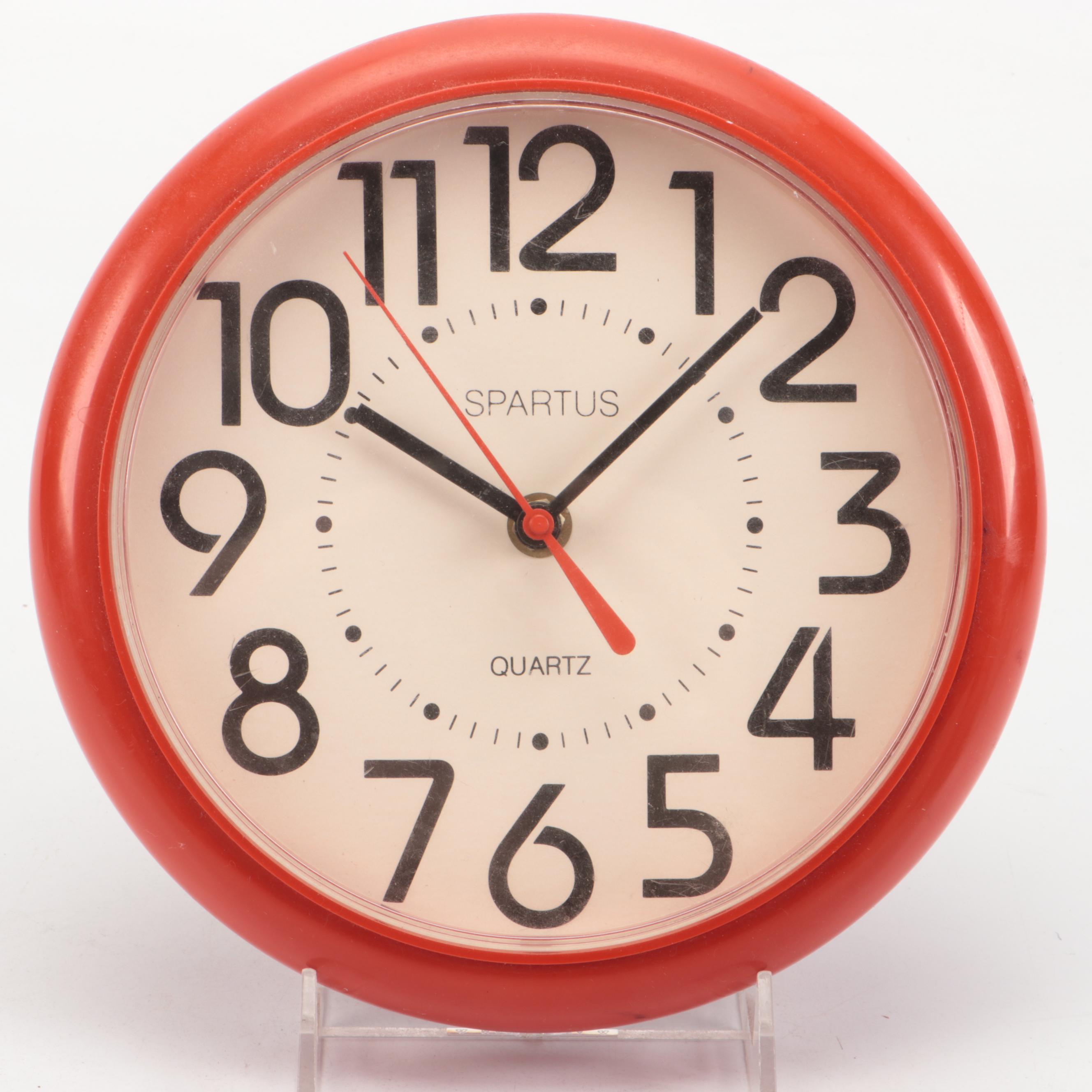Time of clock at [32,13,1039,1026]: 10:07
